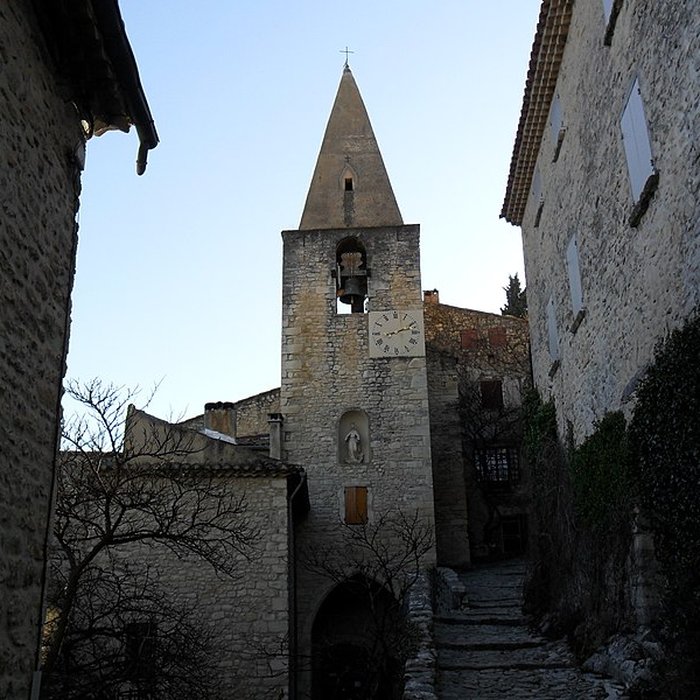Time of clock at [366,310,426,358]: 2:12
